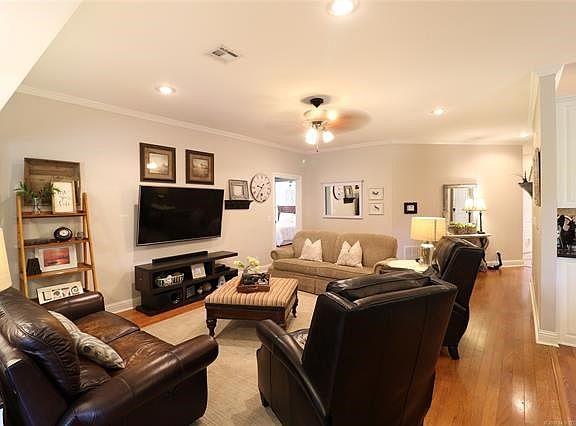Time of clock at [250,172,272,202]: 9:35
